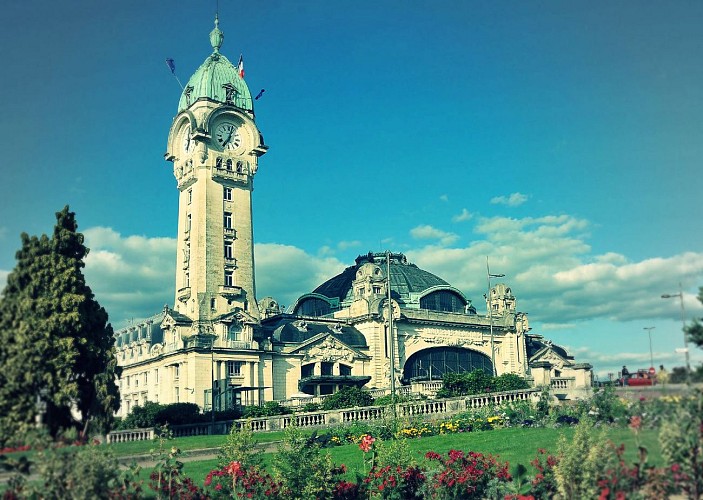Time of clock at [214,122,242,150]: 7:03
